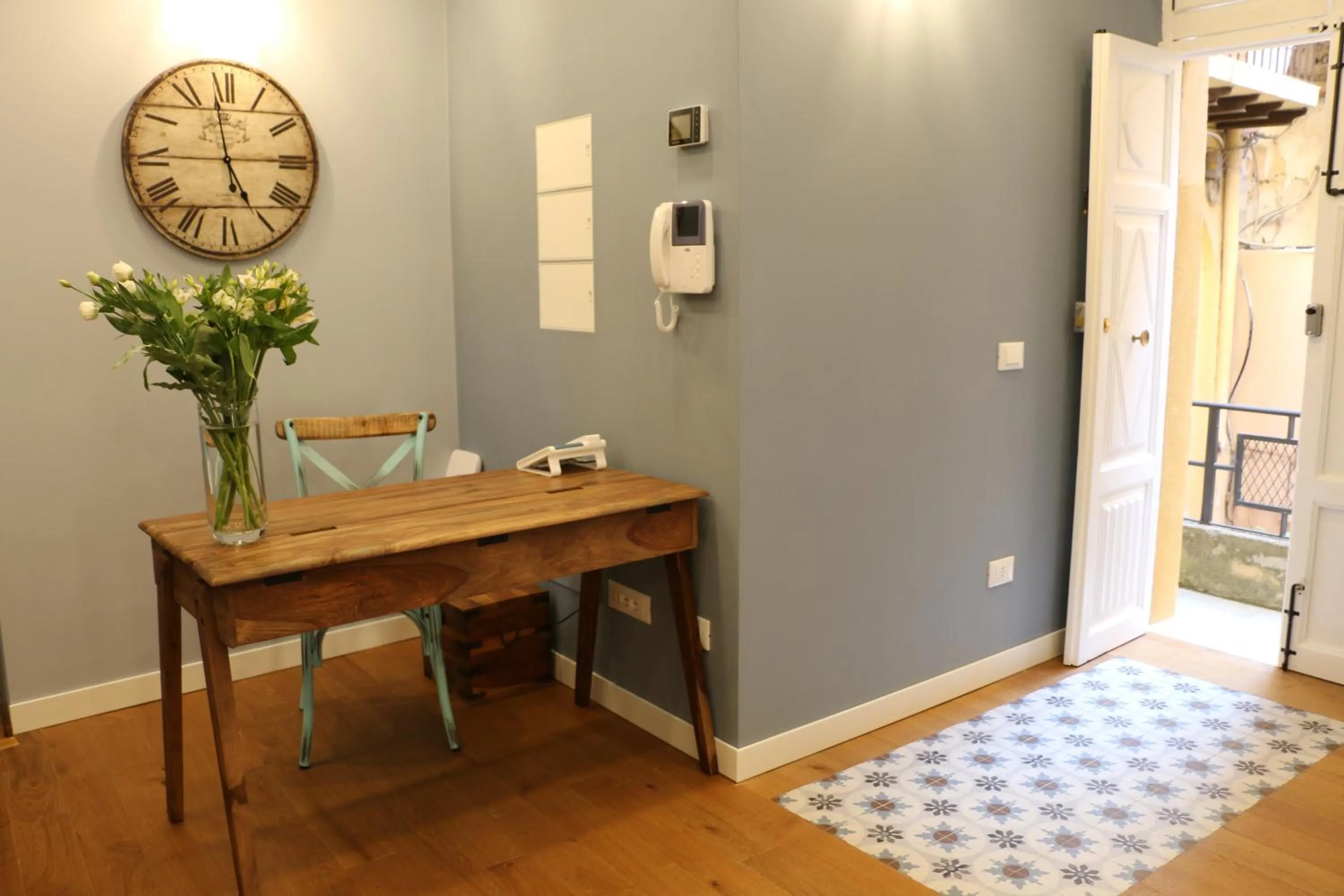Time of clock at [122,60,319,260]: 4:58
